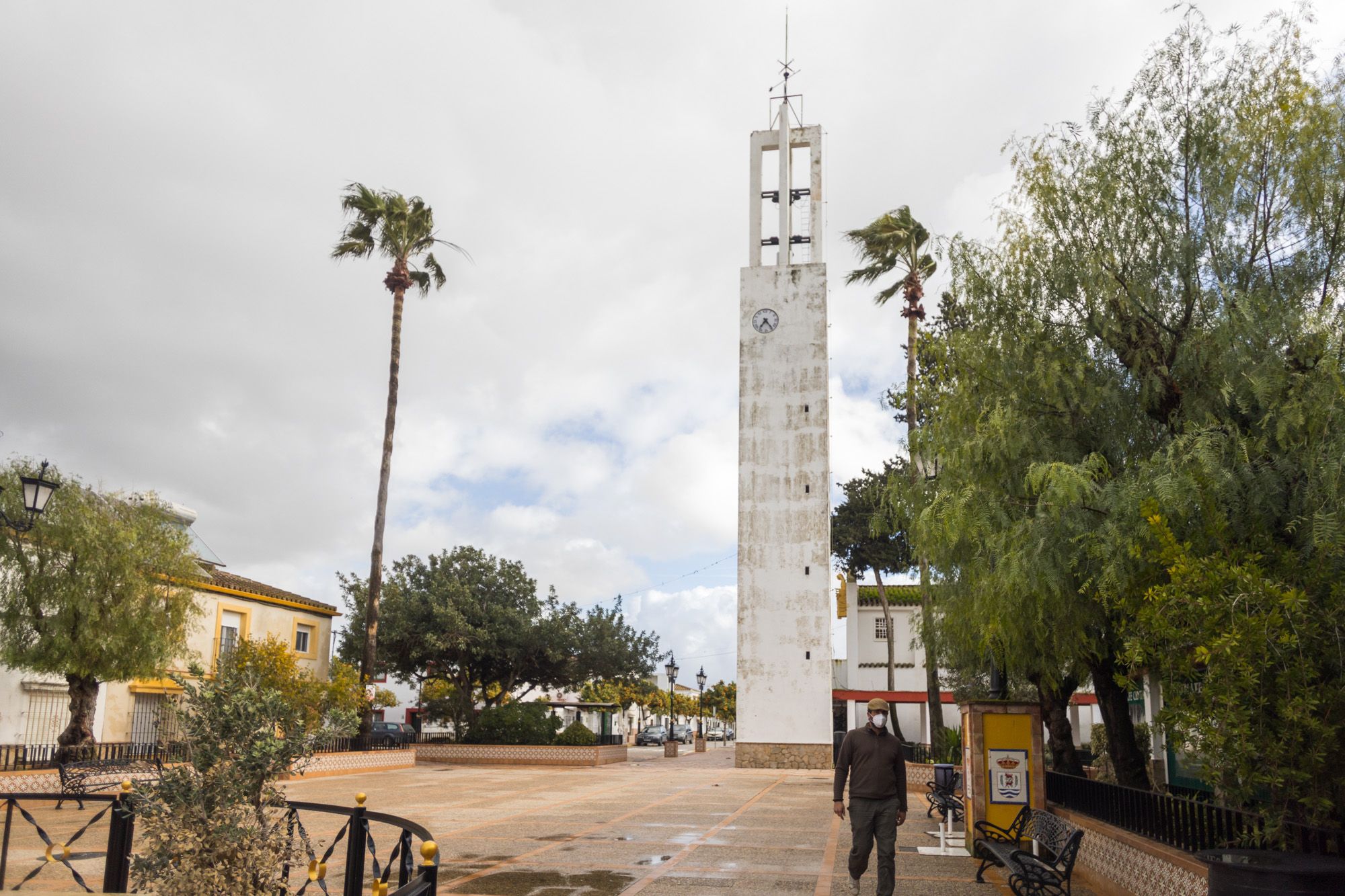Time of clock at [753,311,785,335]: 7:24
